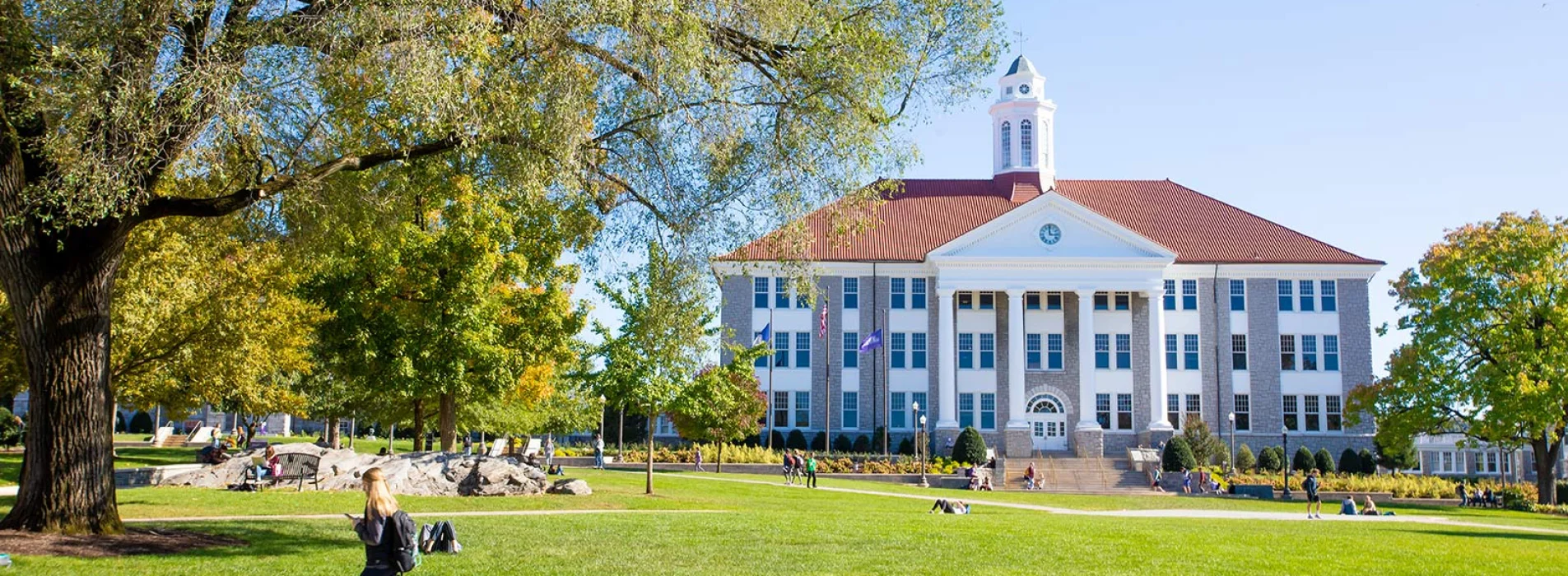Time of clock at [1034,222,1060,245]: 2:59
